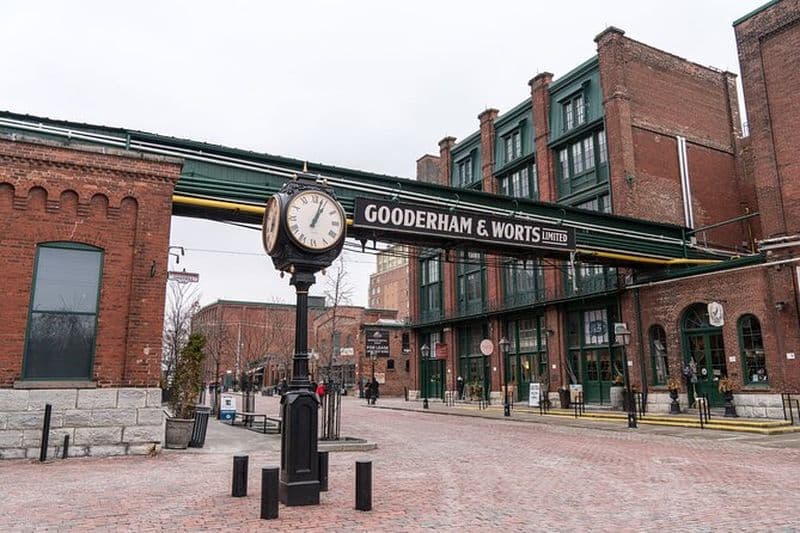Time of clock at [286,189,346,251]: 1:03
